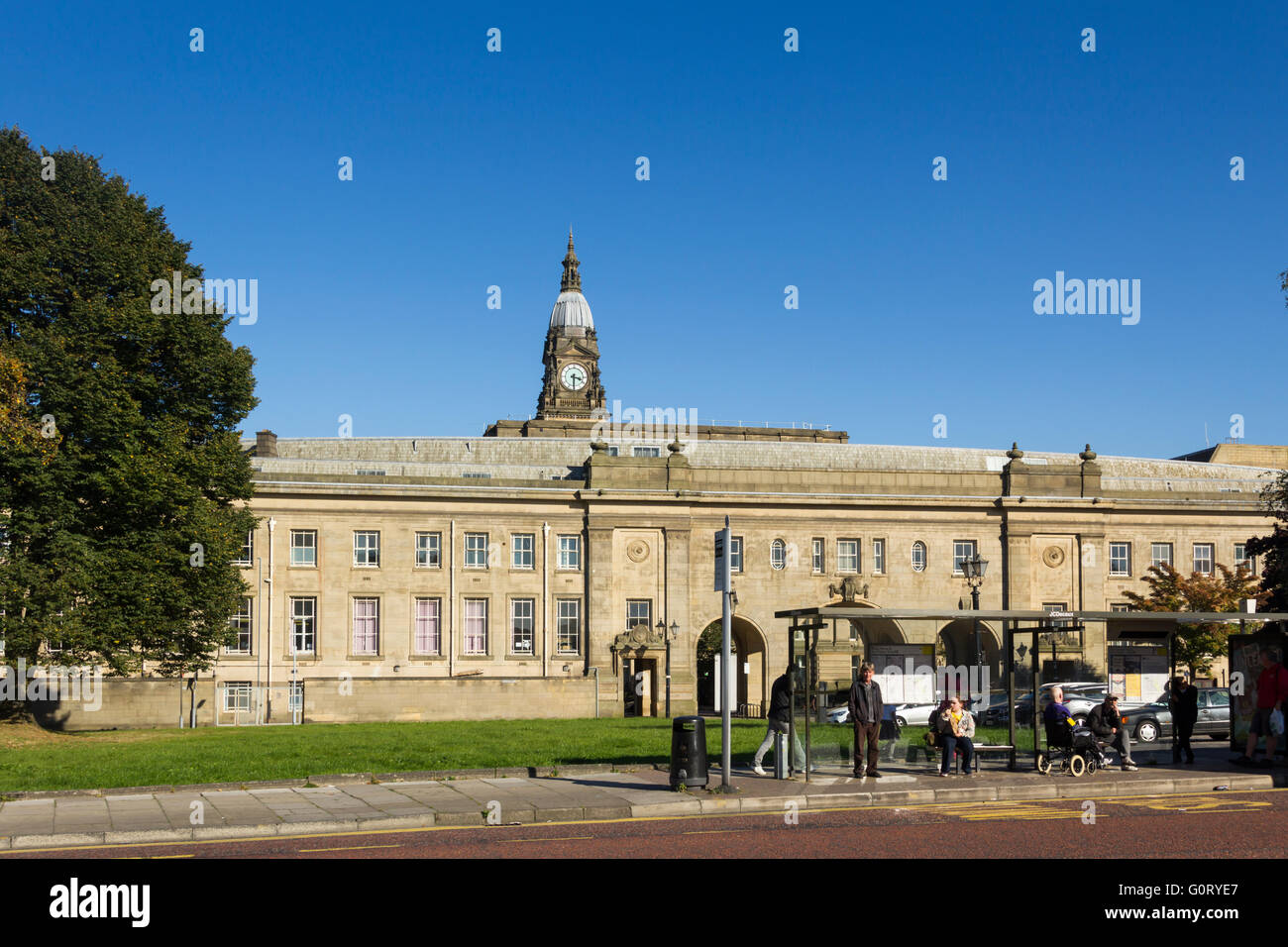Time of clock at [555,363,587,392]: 3:30
